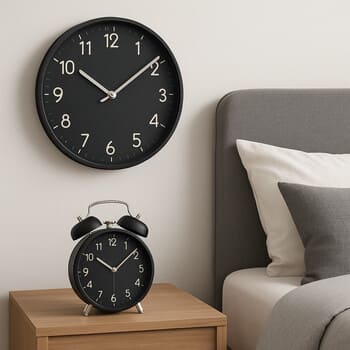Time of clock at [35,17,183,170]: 10:08
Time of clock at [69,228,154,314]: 10:08
